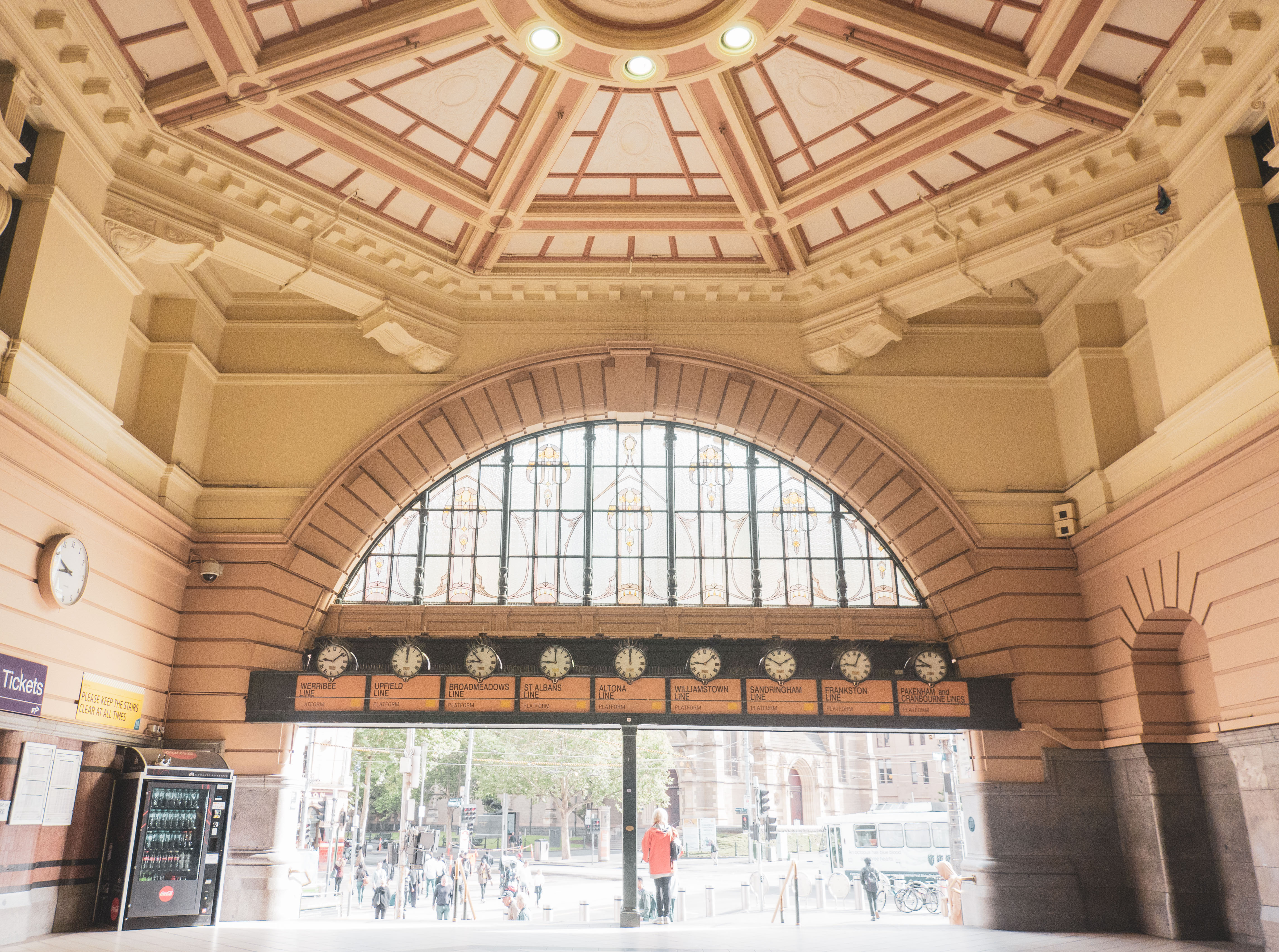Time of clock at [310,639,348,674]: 9:08
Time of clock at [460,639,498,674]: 8:53
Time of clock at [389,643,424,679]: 11:59
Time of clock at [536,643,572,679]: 8:59
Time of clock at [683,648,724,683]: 9:08
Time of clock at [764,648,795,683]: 1:50
